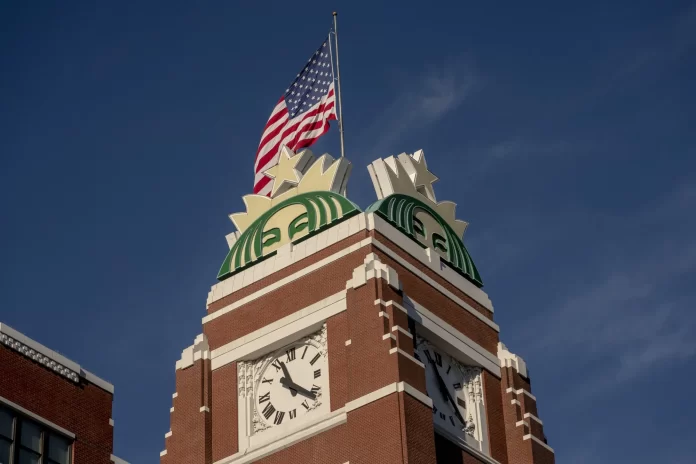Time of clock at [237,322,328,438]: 11:21
